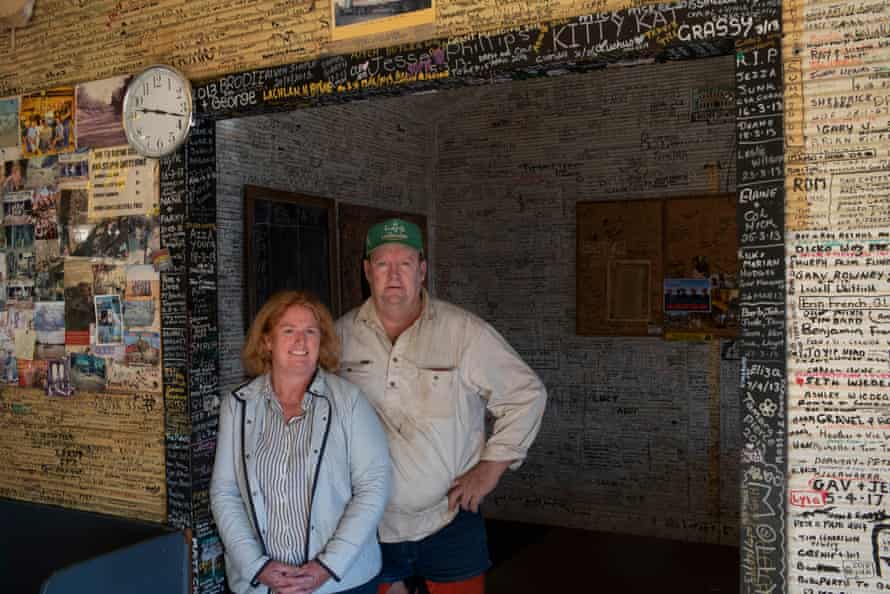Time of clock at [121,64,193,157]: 9:17
